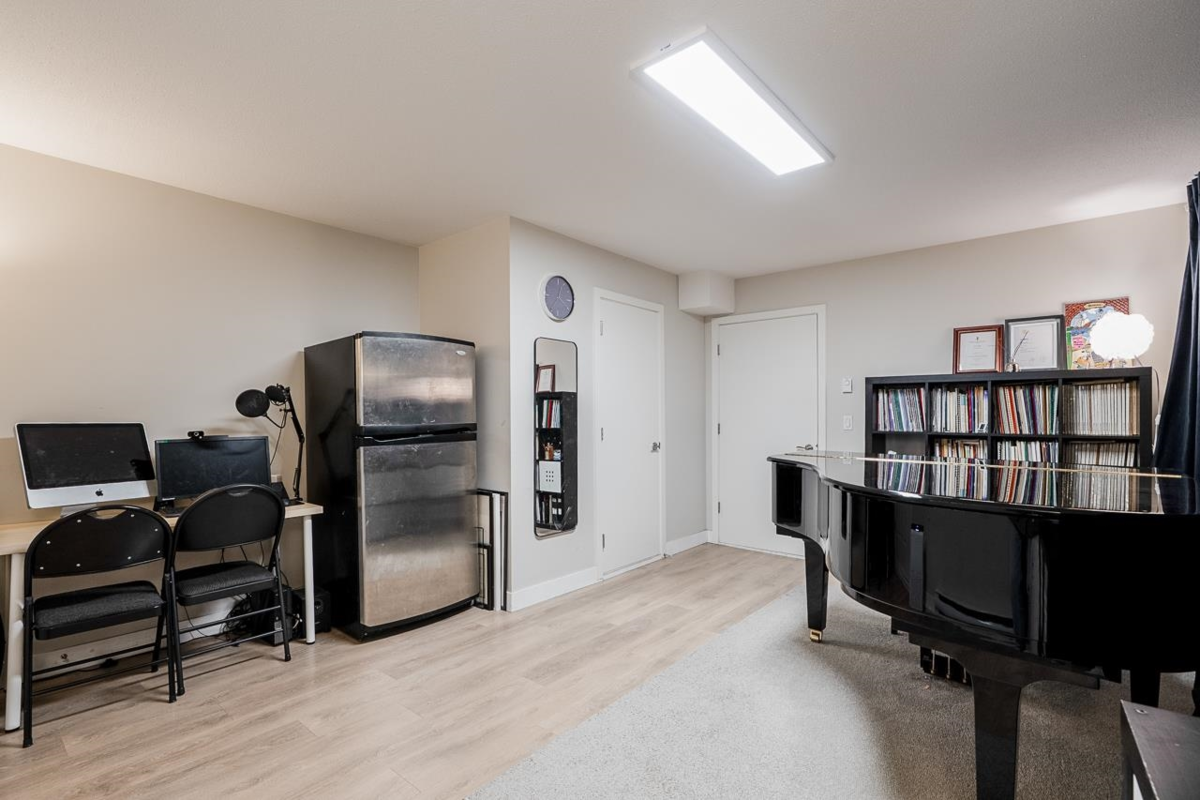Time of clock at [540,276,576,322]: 4:02
